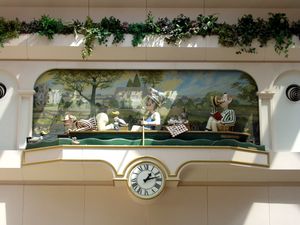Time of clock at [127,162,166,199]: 1:12
